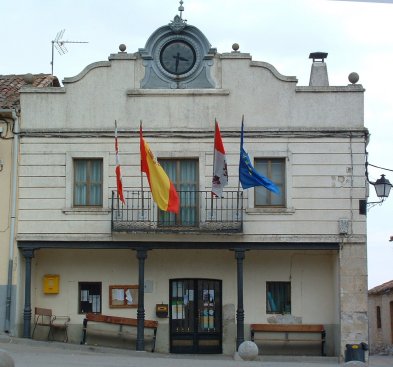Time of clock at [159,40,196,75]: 3:31
